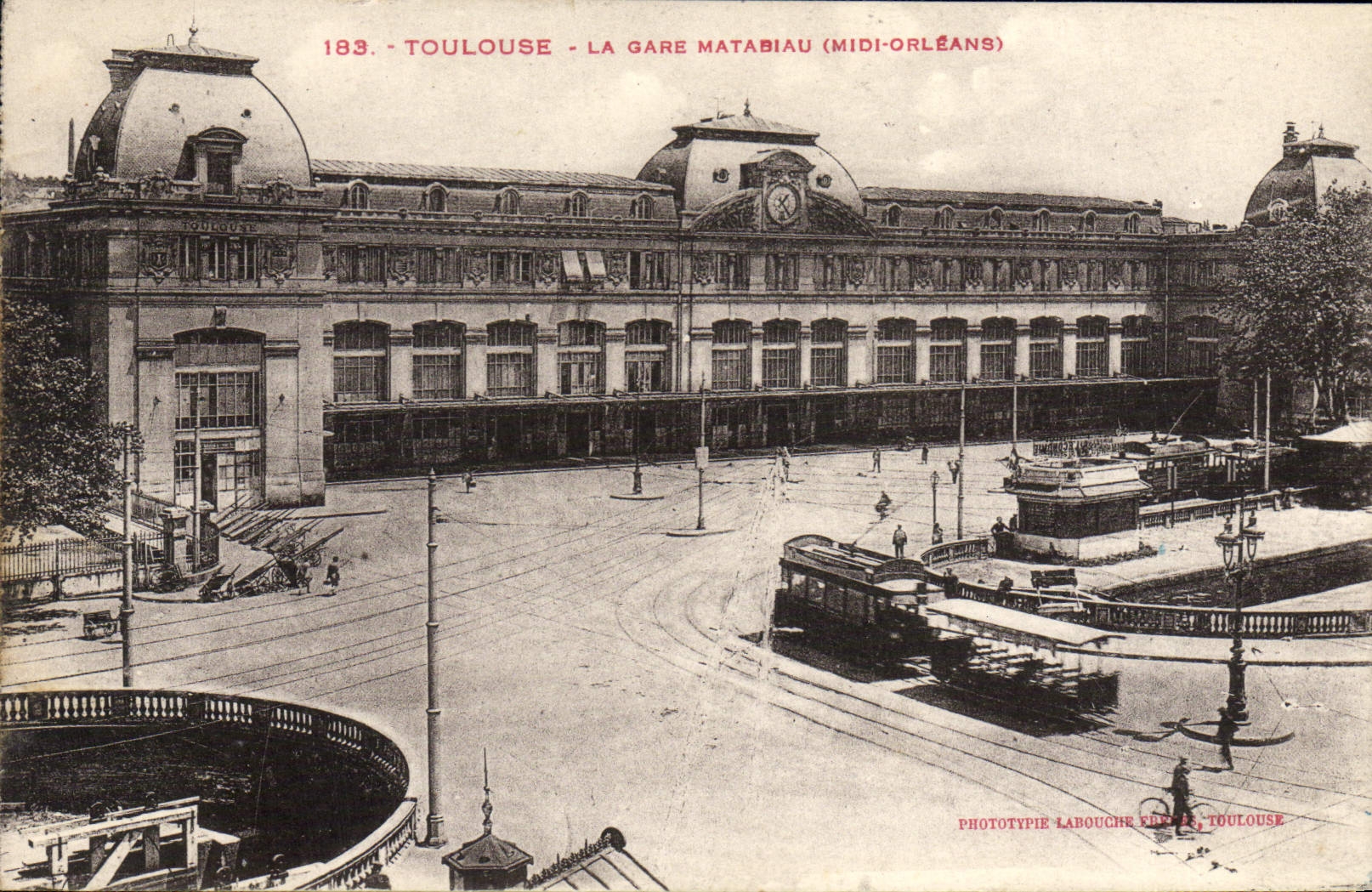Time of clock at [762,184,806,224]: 1:24
